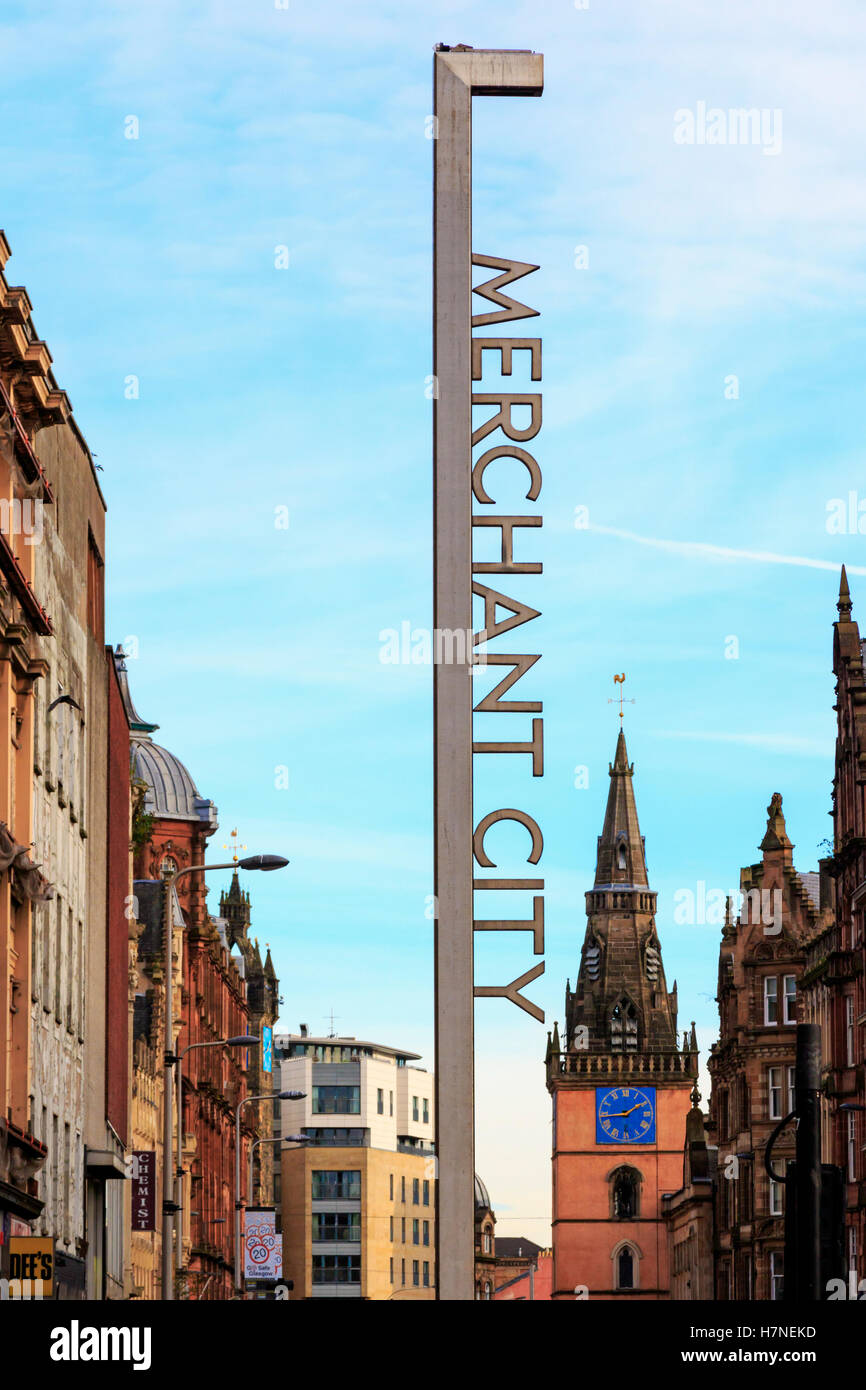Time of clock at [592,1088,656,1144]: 1:43
